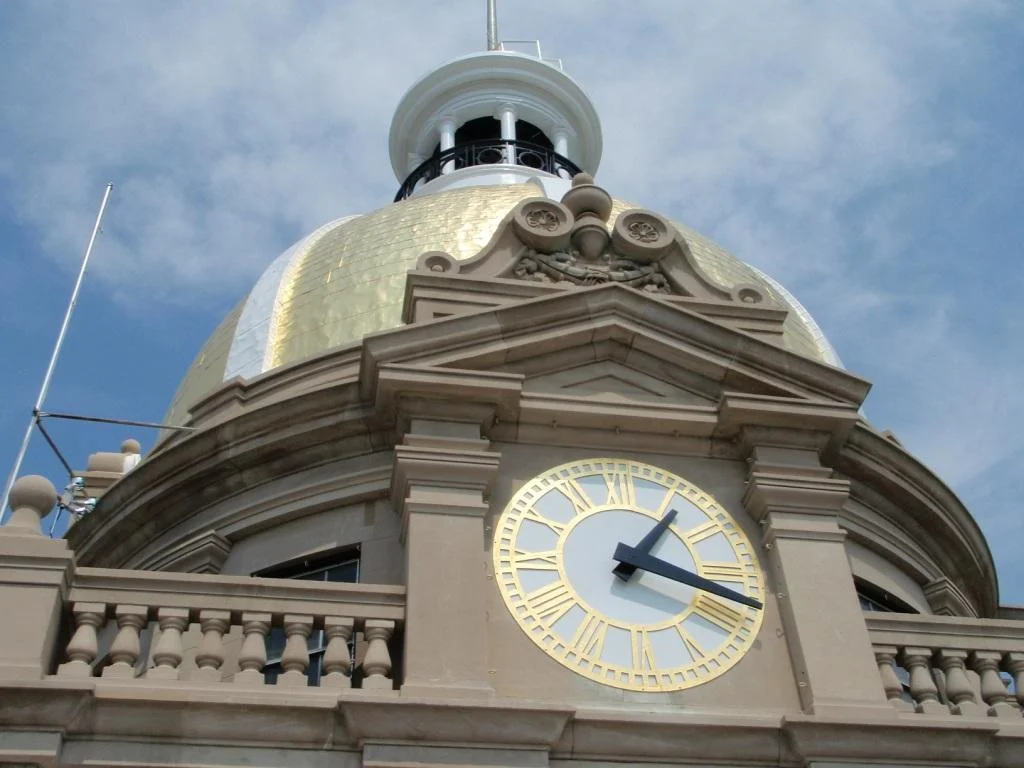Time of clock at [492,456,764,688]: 1:18
